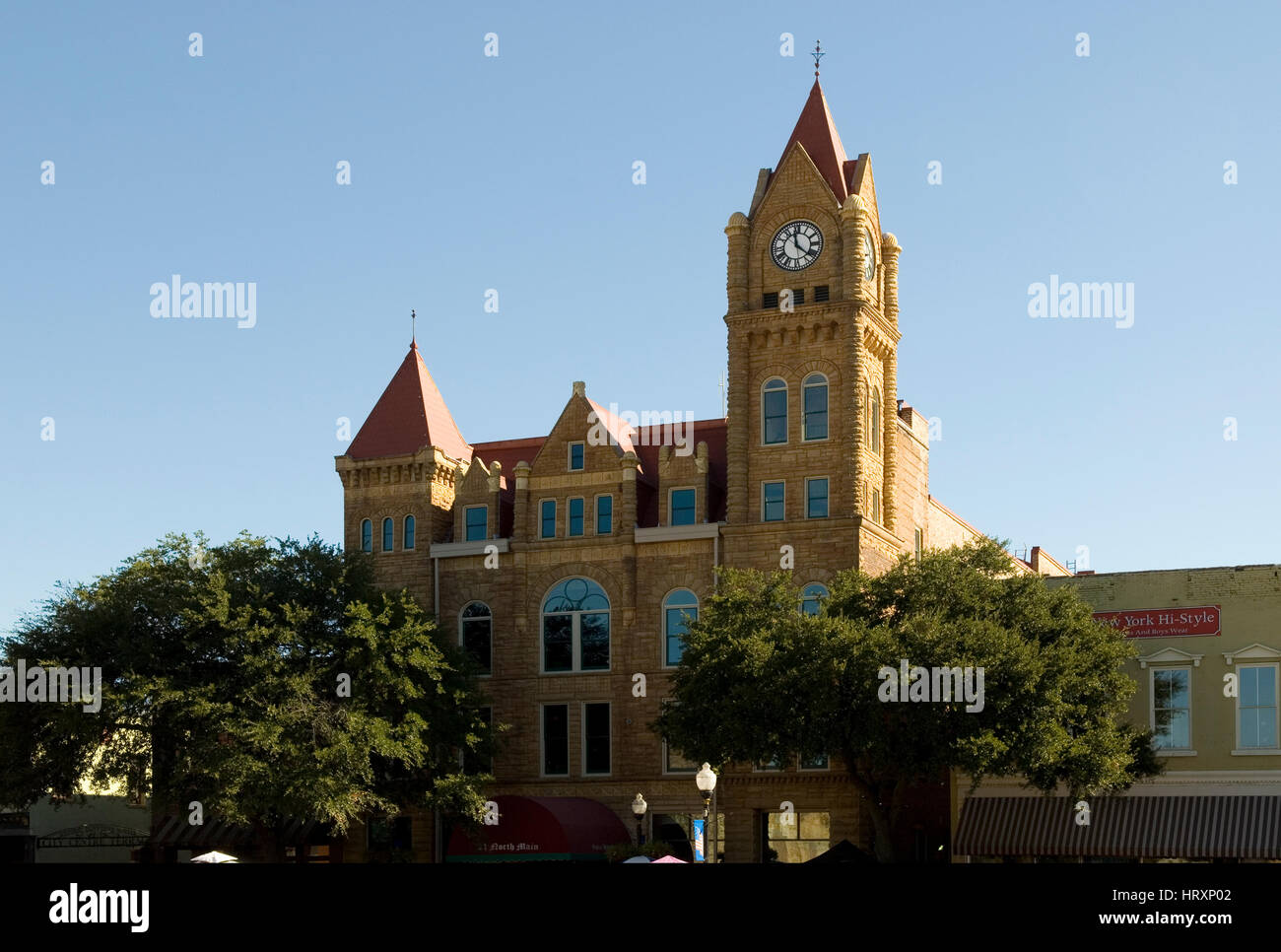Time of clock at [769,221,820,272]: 11:21
